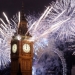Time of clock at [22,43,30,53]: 5:59
